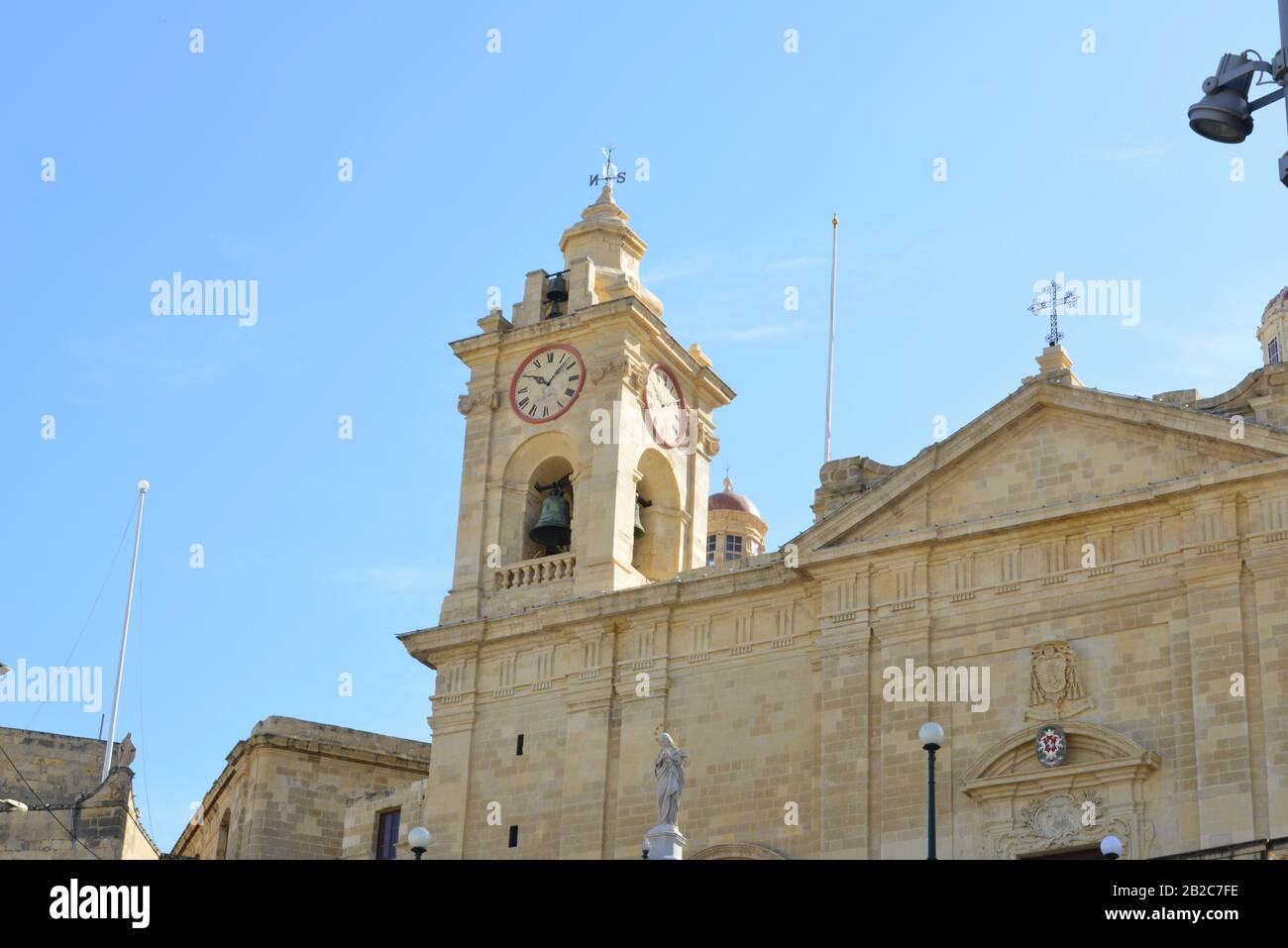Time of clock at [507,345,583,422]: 10:07
